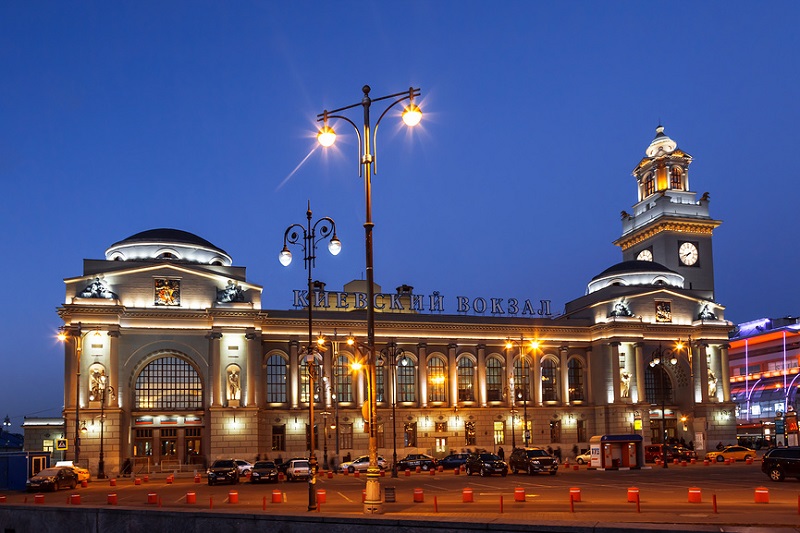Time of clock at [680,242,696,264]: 7:41
